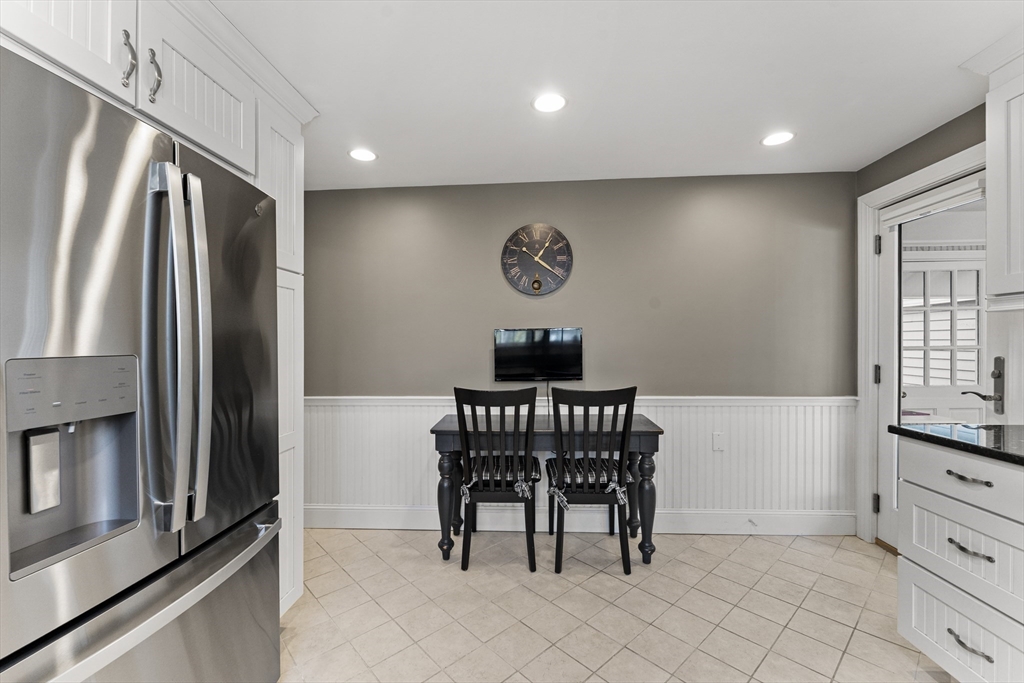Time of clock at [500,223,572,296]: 1:21
